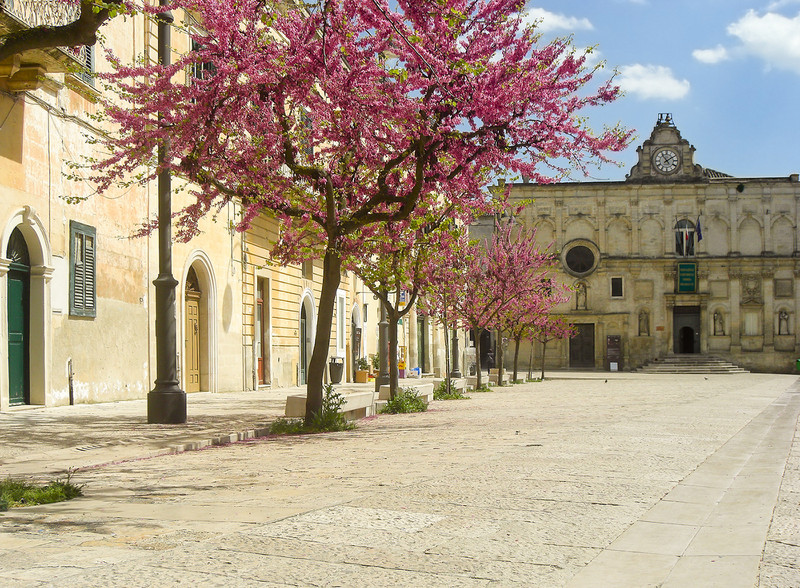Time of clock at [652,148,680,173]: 1:53
